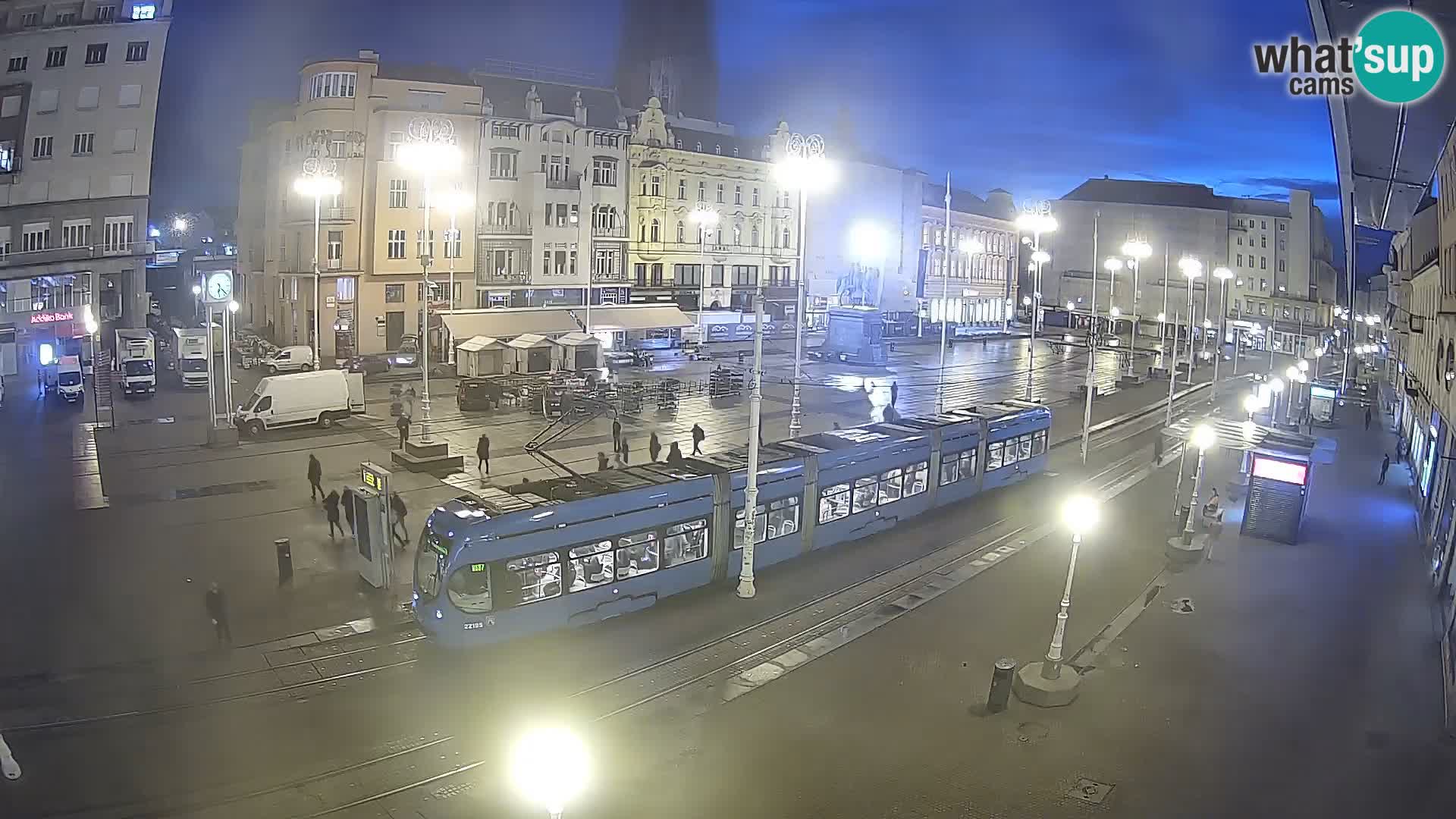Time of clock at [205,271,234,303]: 6:22
